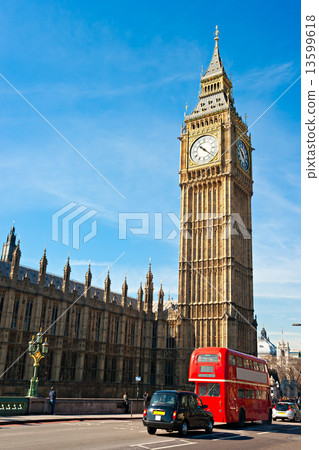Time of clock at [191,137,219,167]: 10:21
